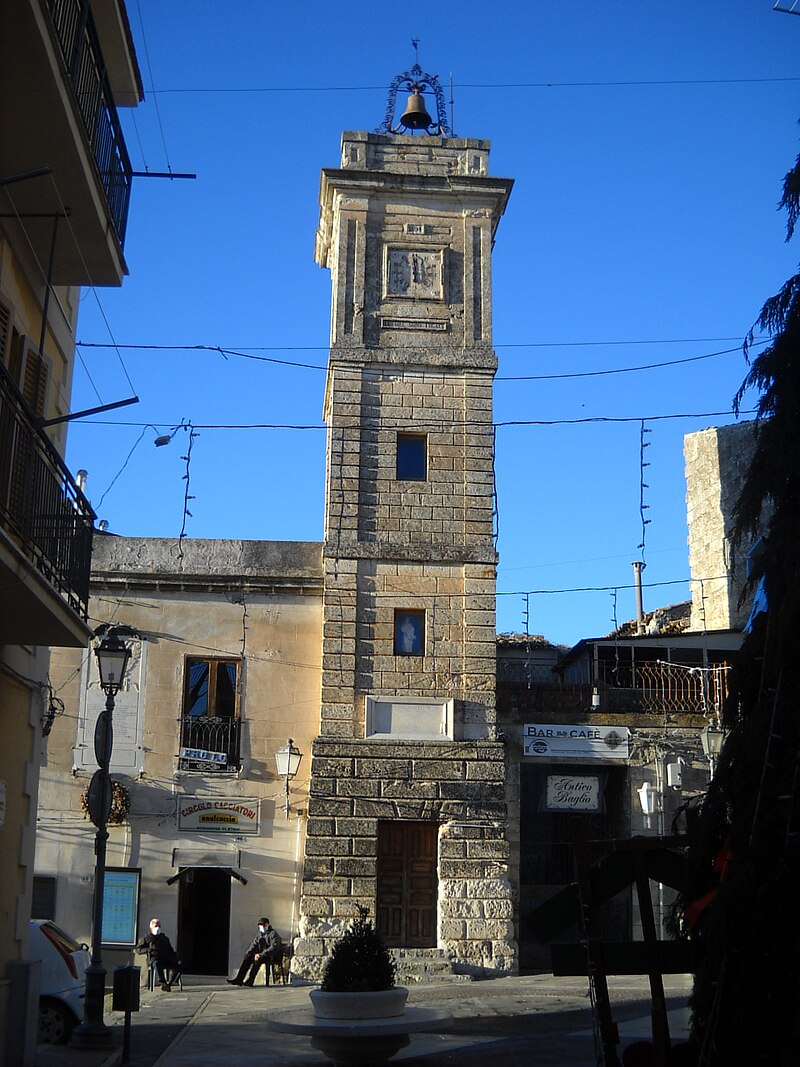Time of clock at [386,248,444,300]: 5:59
